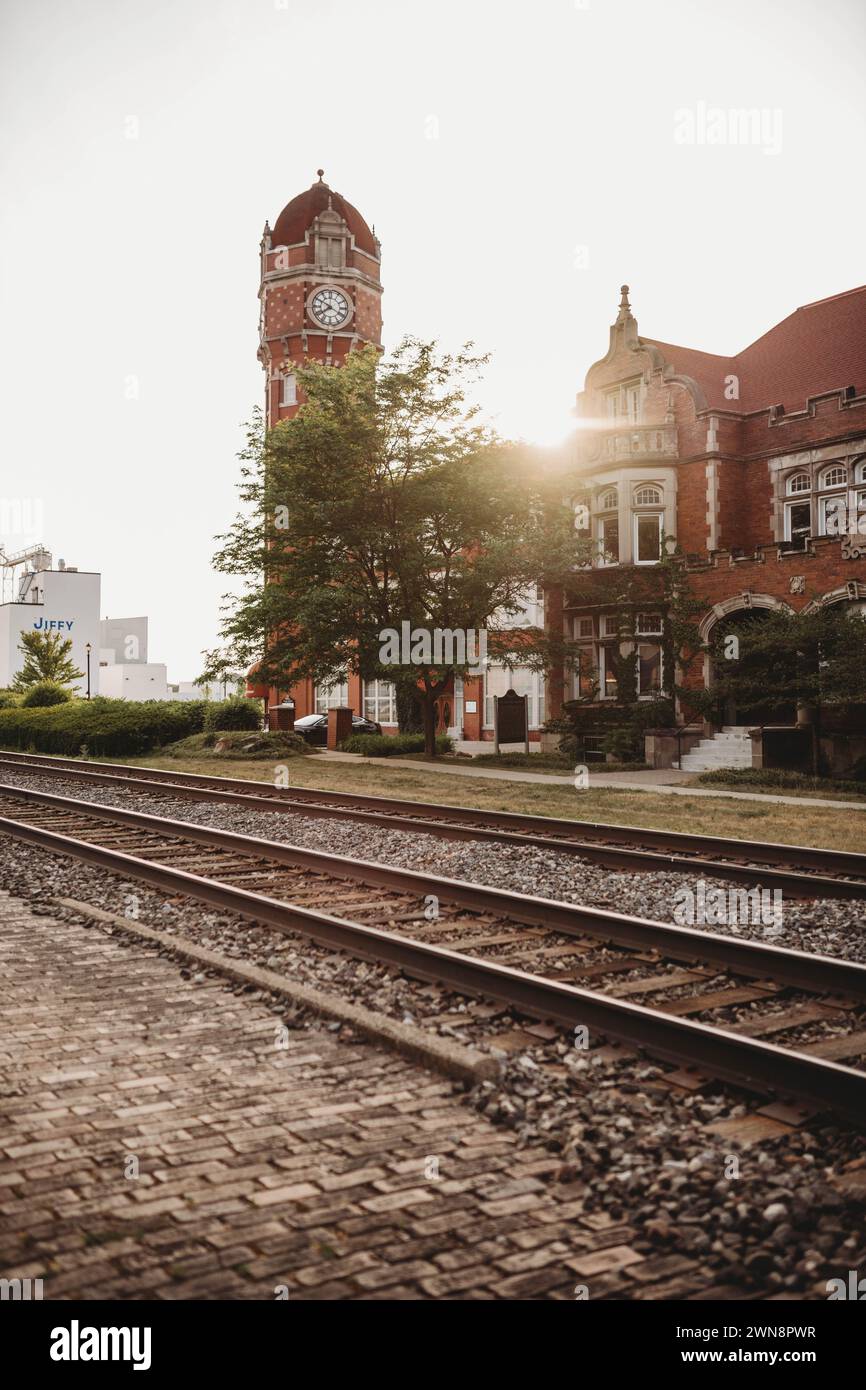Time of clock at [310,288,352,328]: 7:49
